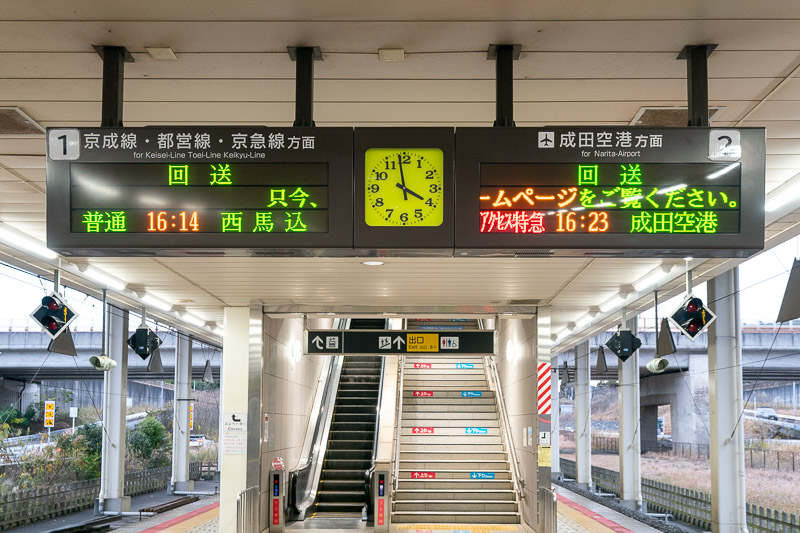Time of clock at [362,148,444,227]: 3:58
